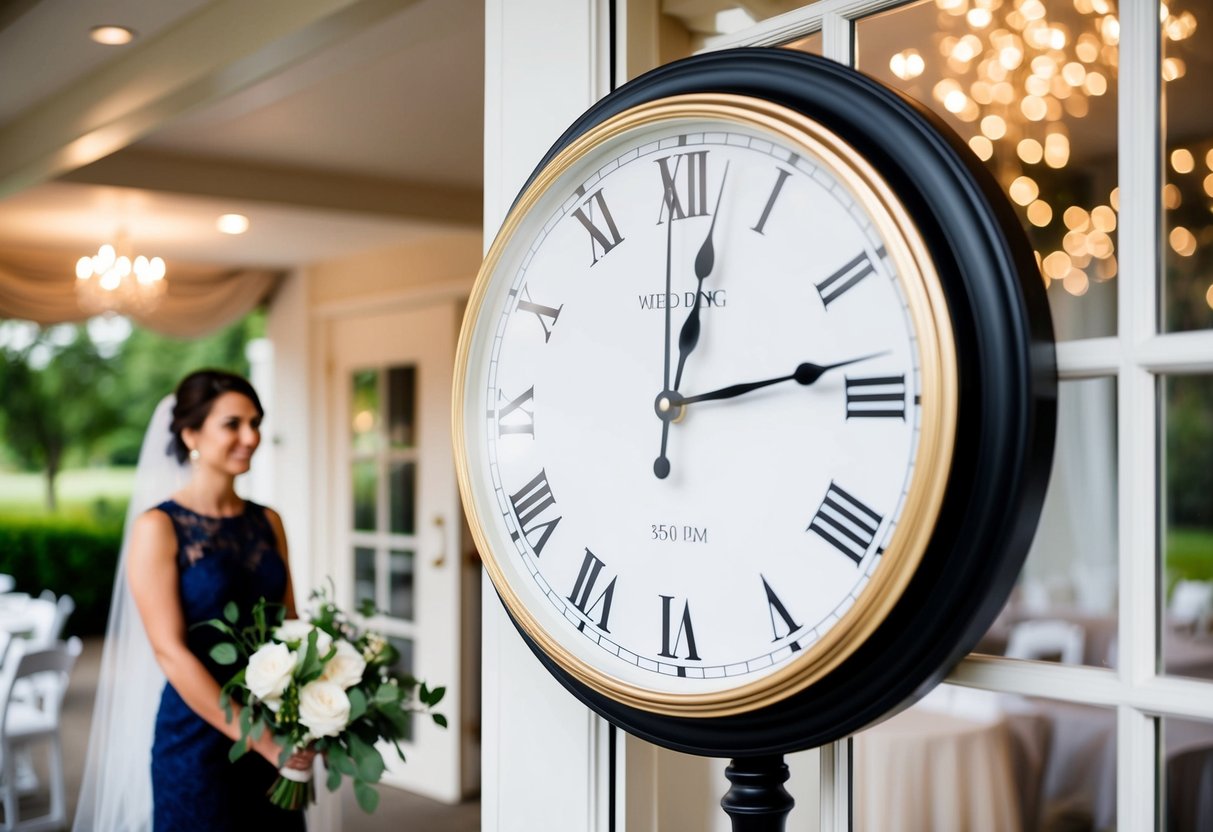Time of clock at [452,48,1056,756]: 12:13
